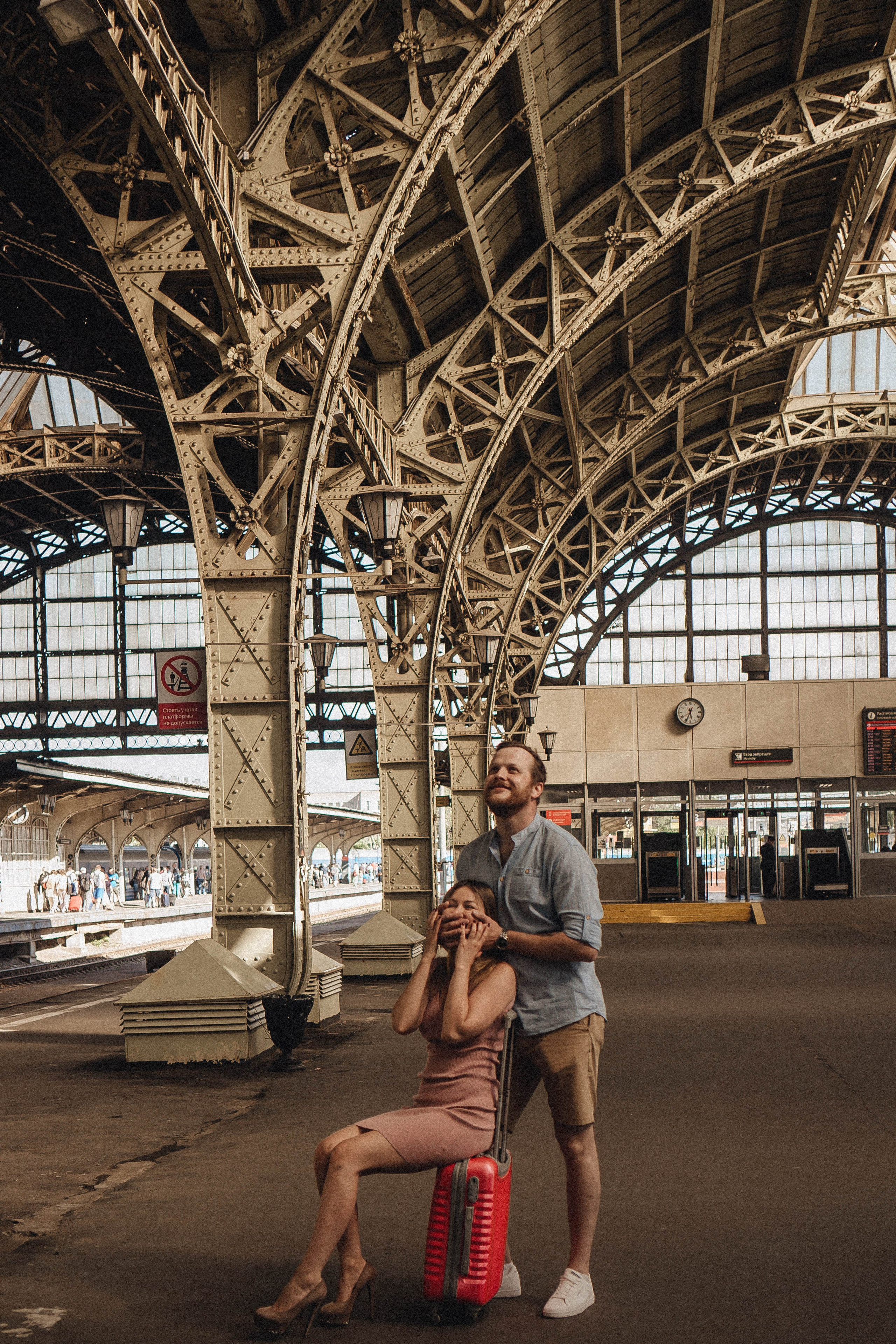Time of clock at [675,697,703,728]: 5:34
